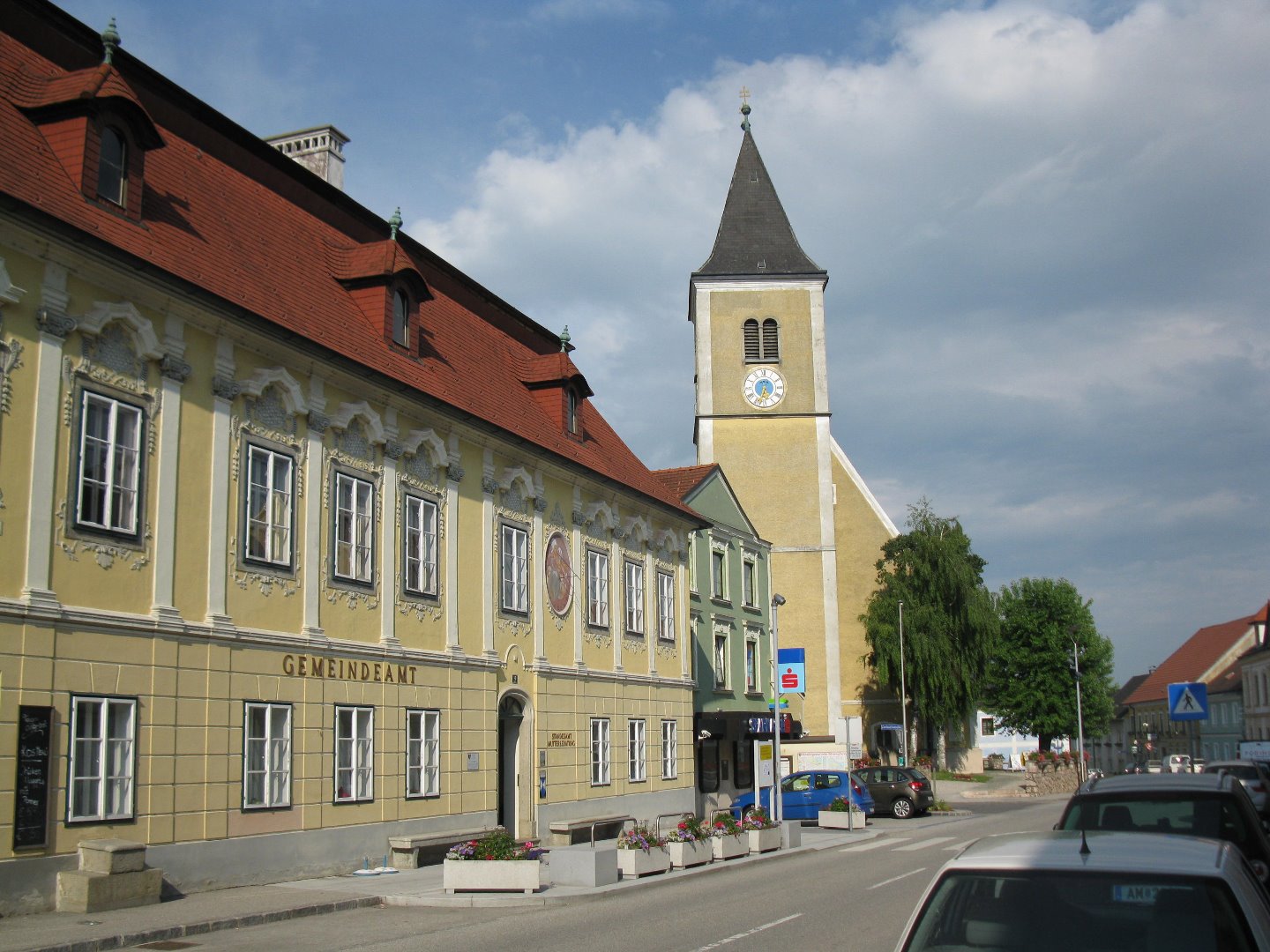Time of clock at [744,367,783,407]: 5:32
